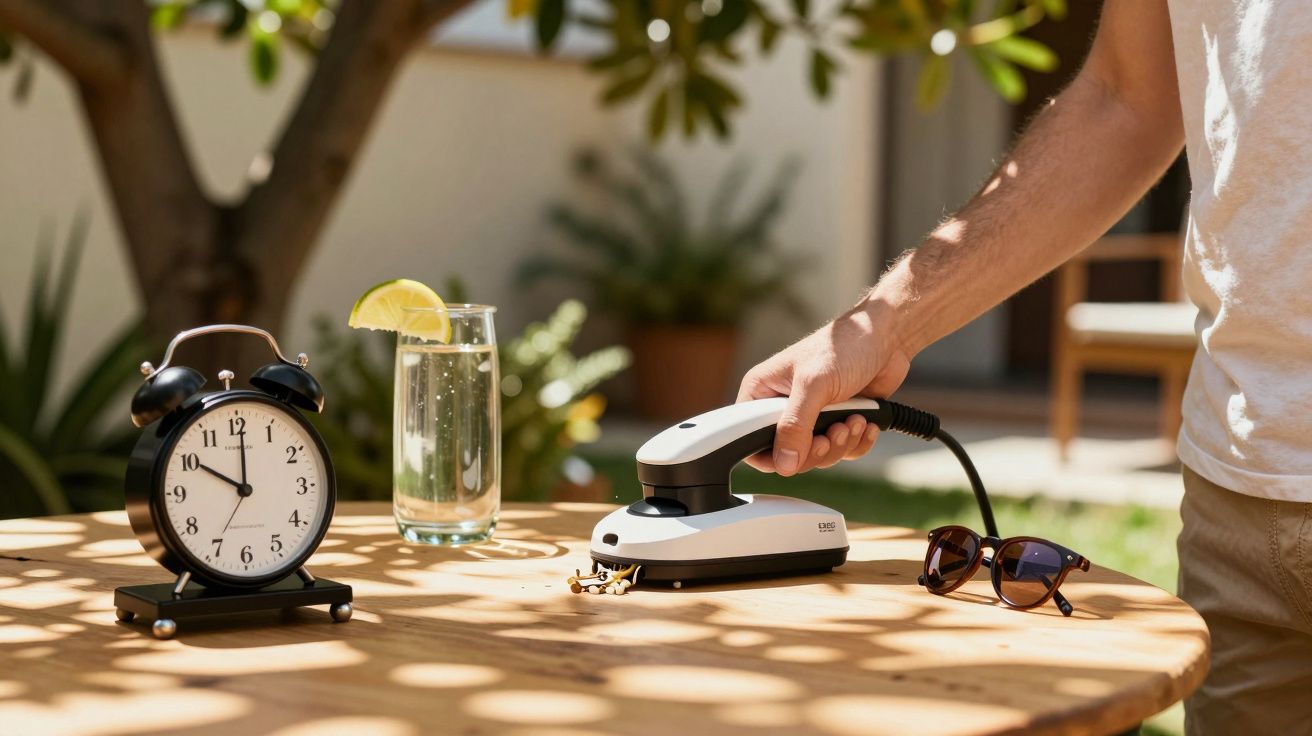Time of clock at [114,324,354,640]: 10:00
